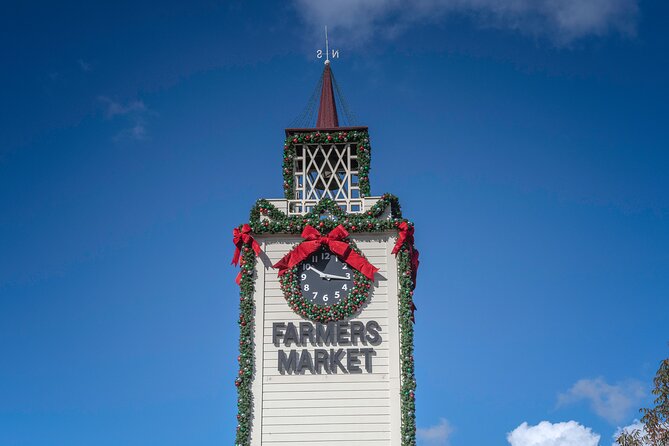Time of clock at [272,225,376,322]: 10:15
